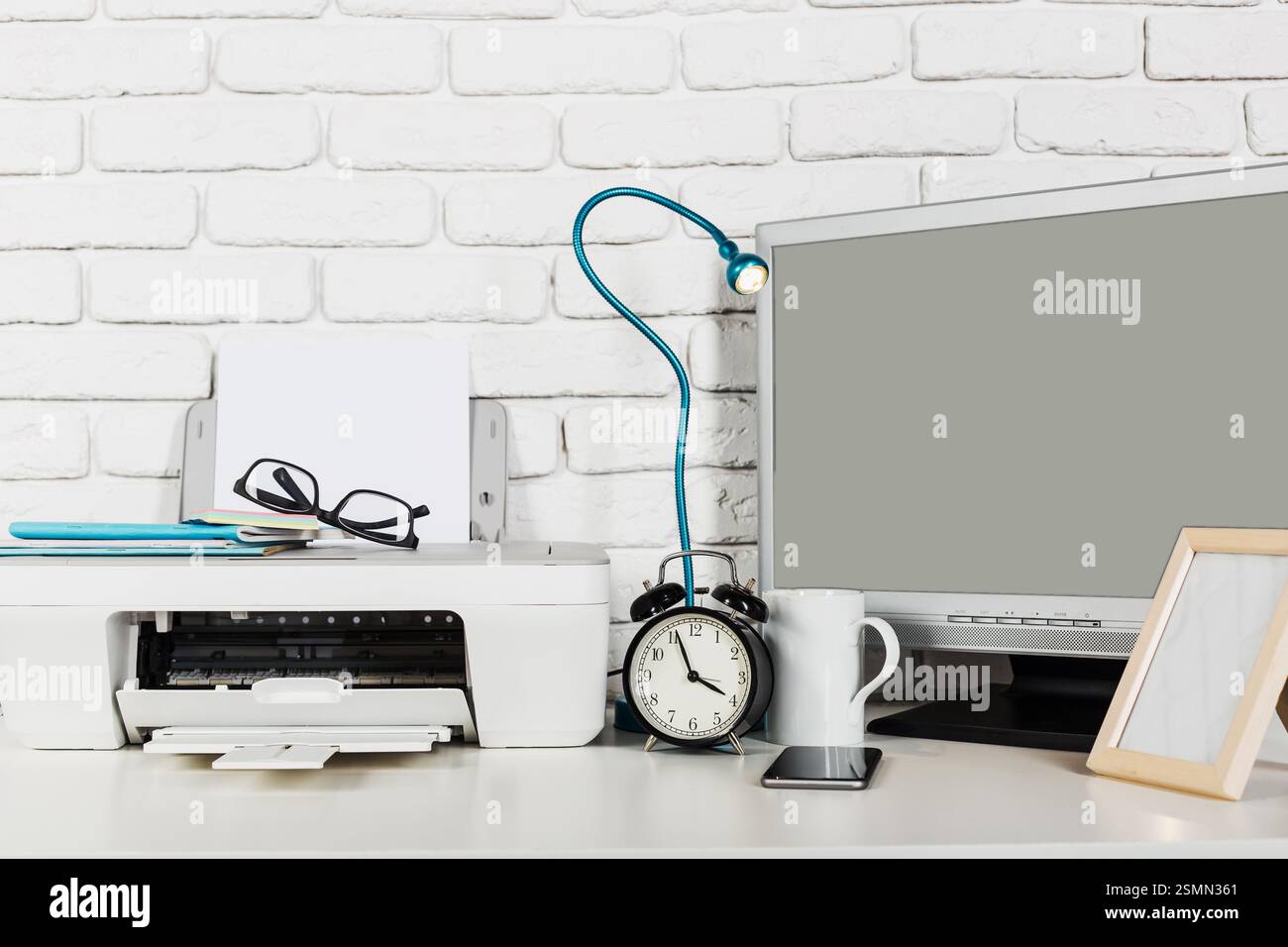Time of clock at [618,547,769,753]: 3:56
